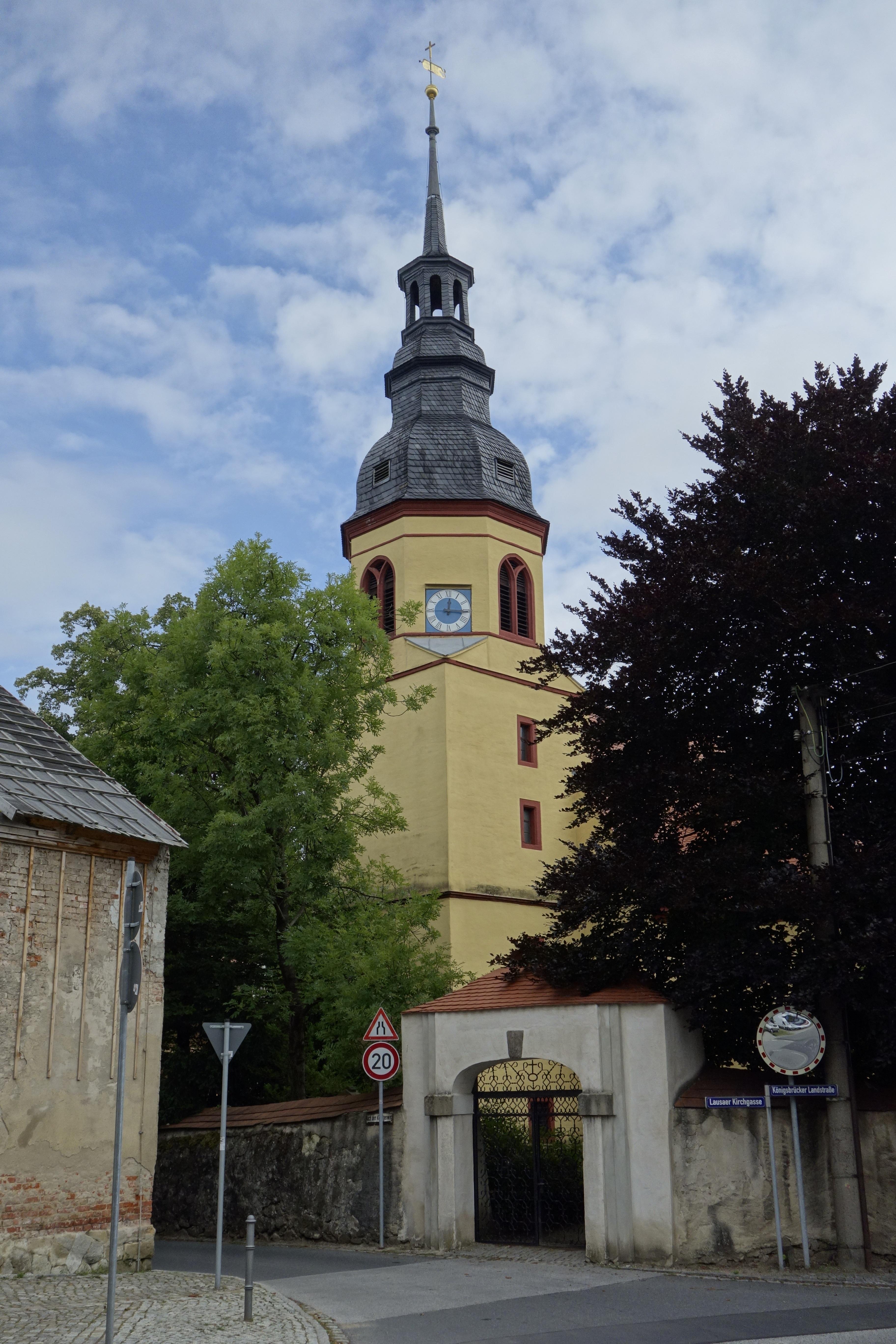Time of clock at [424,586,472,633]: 12:15
